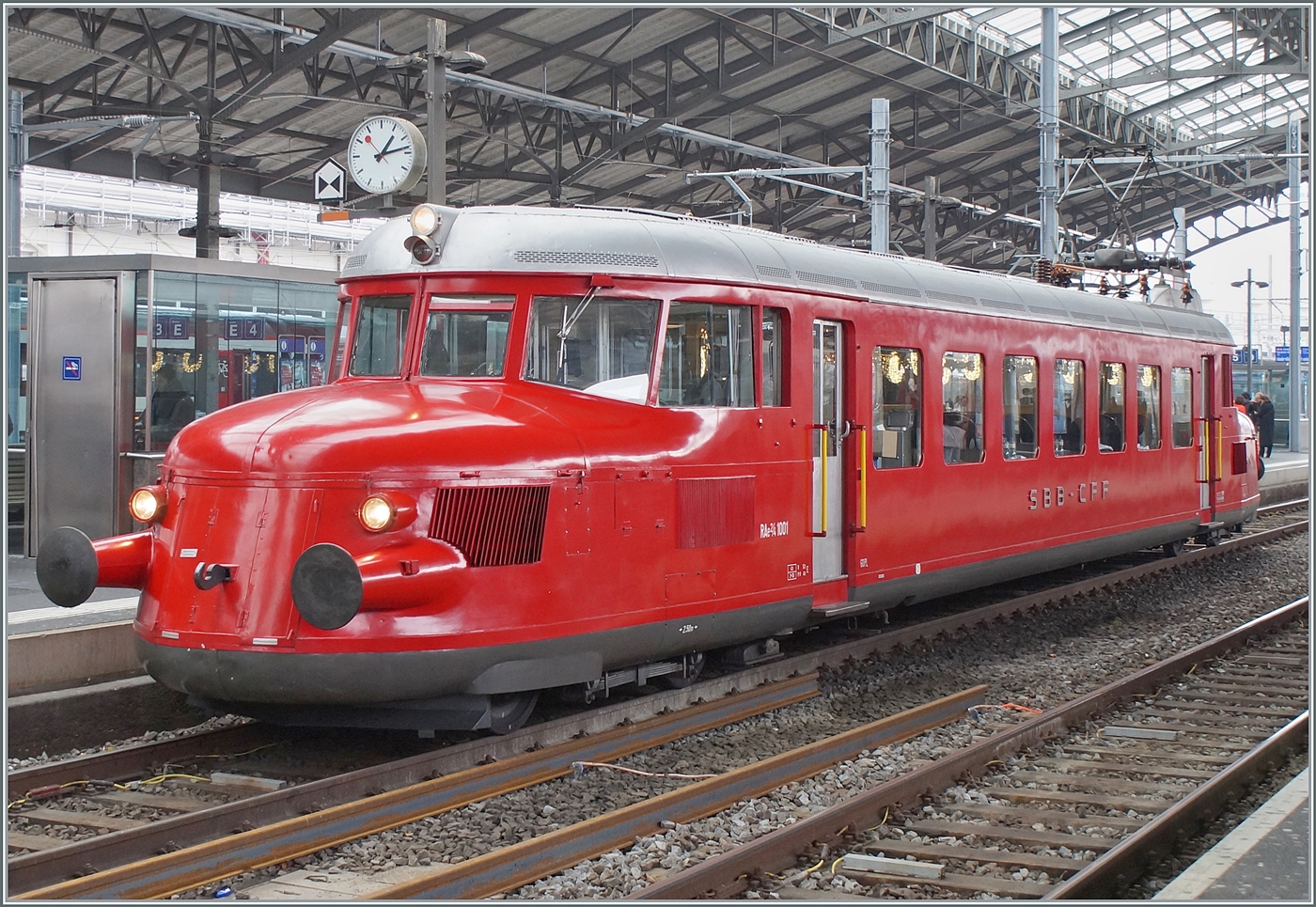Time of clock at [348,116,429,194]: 1:13
